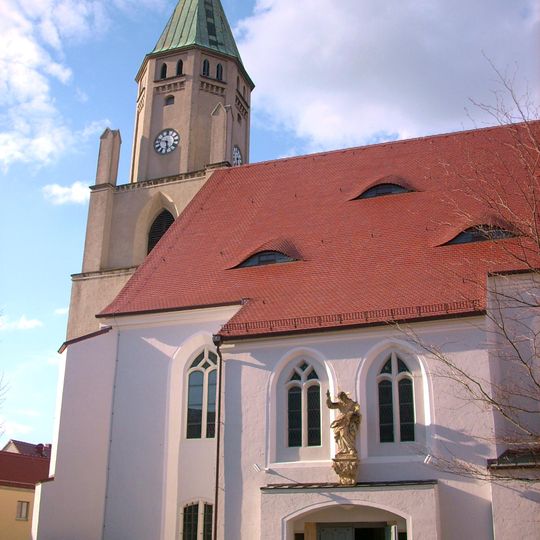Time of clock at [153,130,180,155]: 5:47
